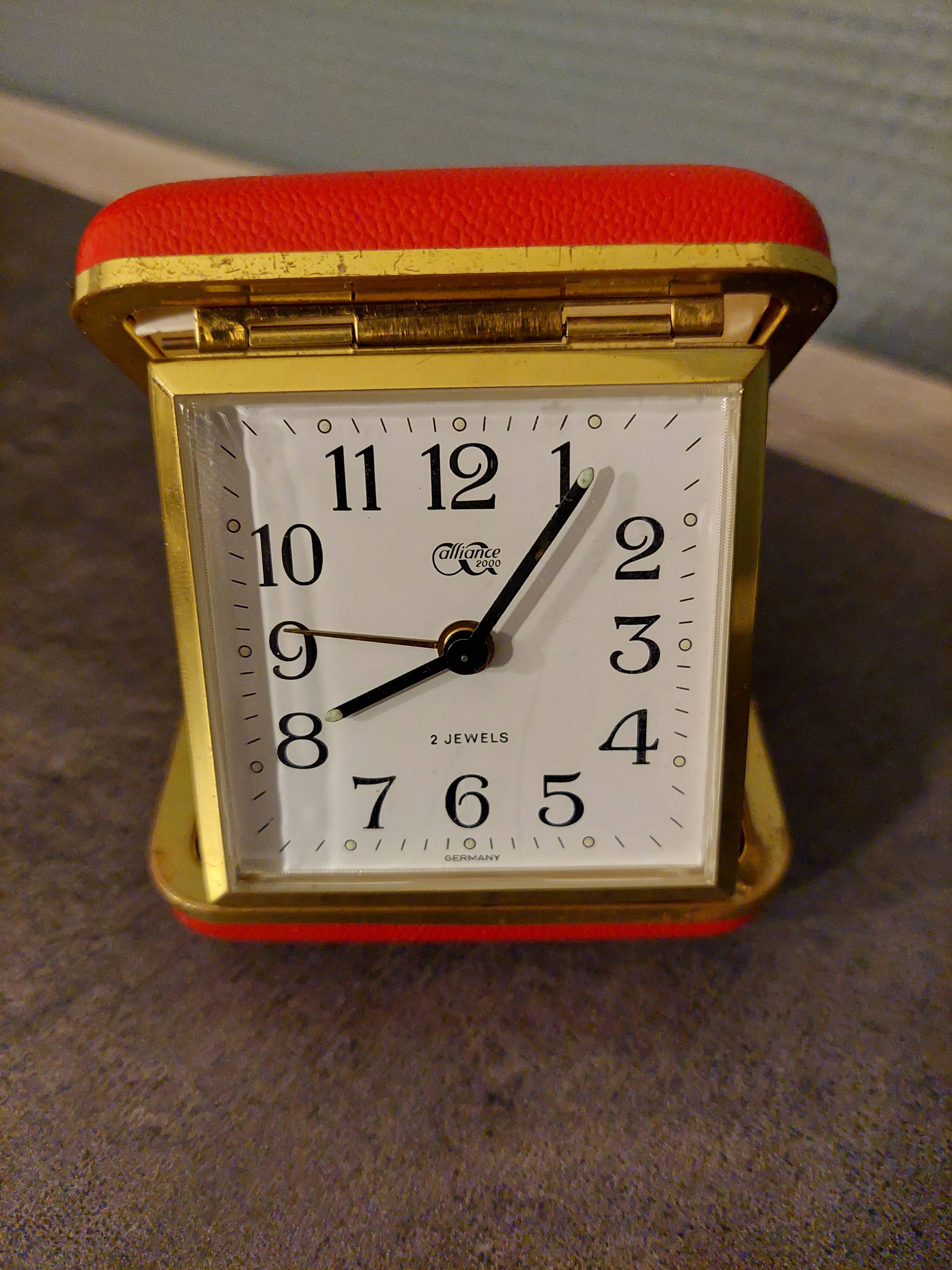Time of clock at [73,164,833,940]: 8:06
